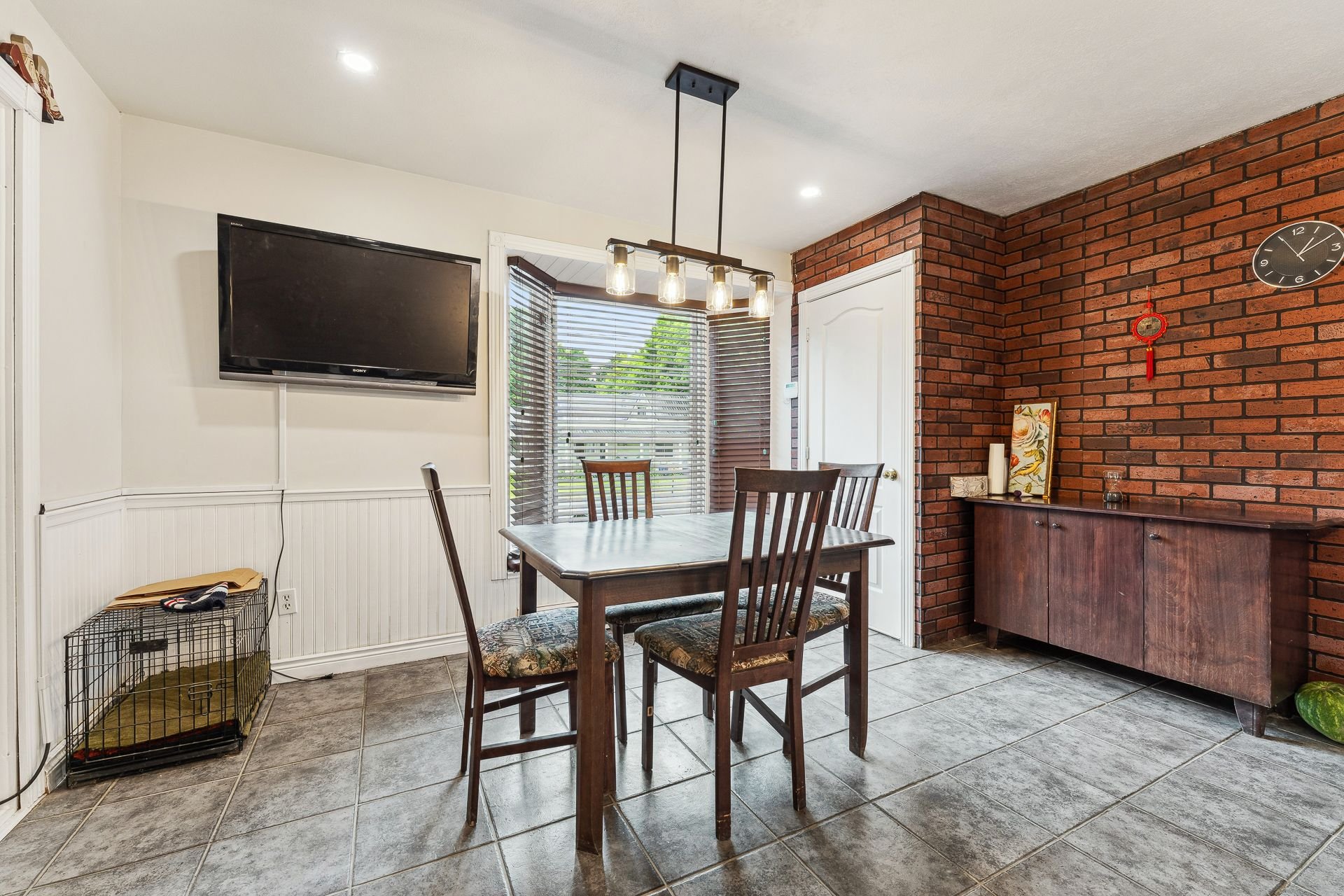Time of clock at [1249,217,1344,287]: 1:10
